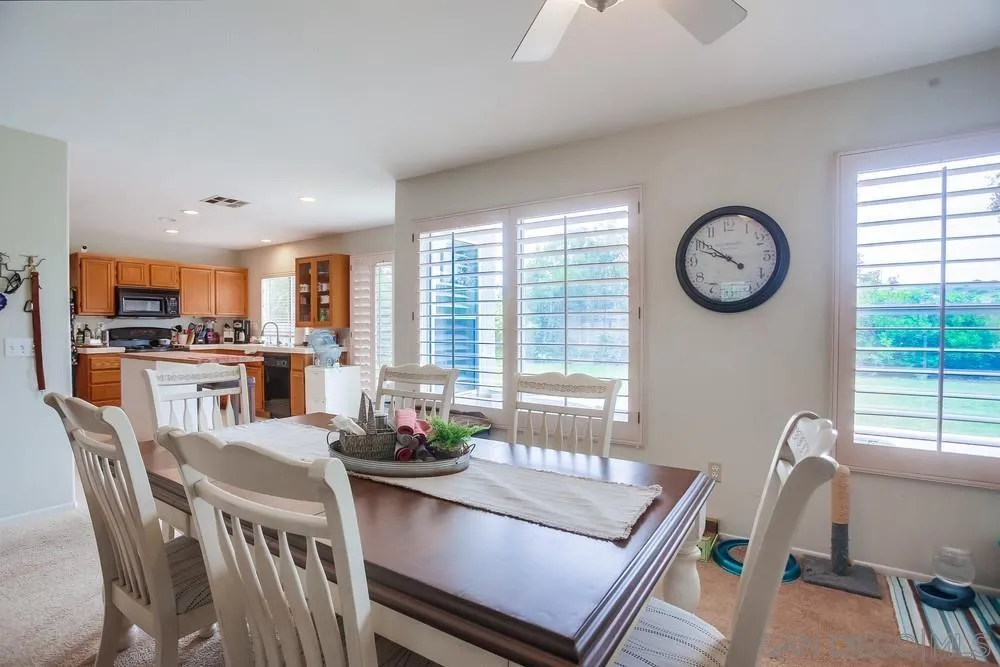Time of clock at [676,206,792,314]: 9:51
